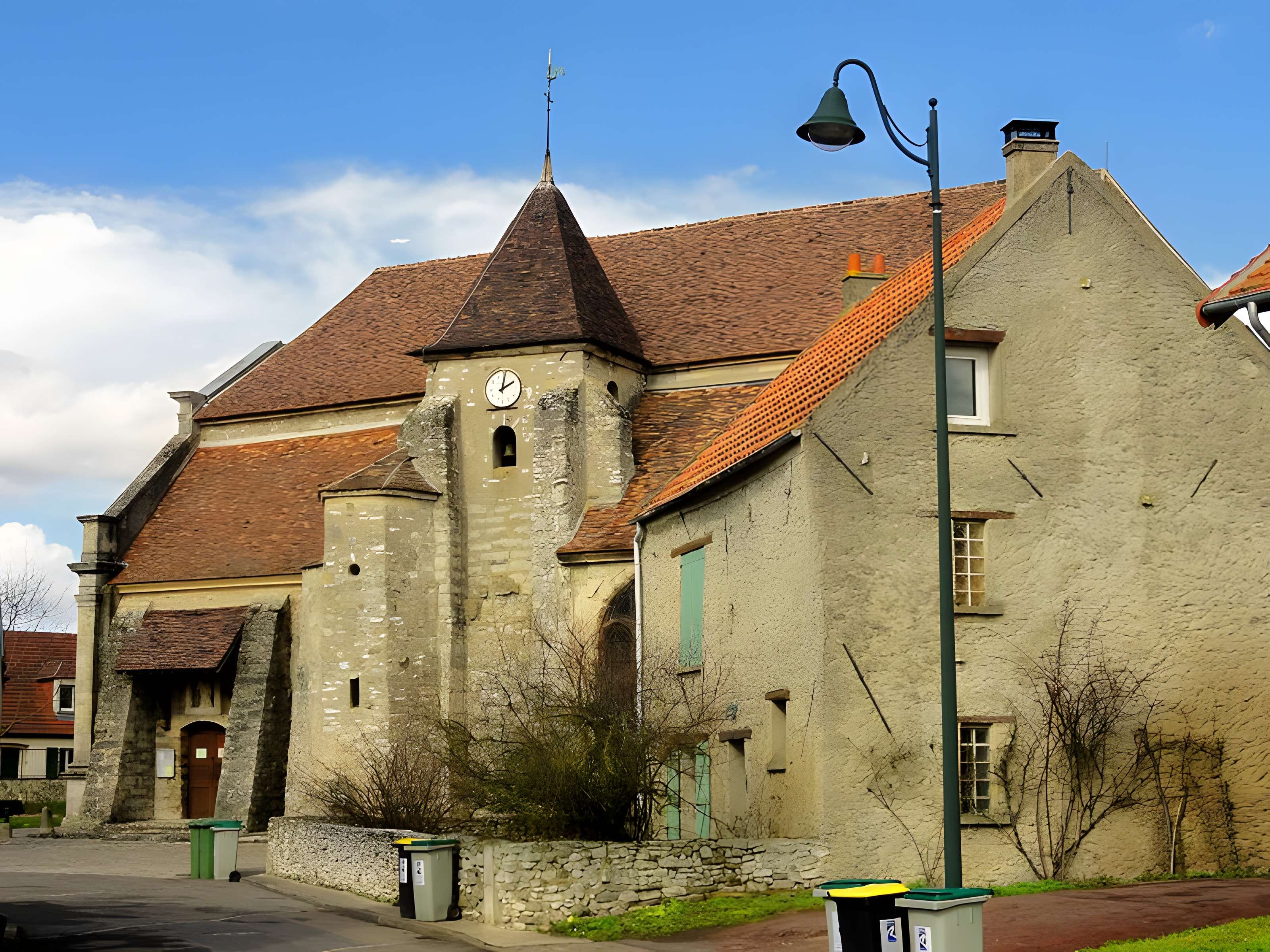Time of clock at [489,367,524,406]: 2:01
